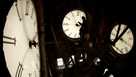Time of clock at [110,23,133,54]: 12:07
